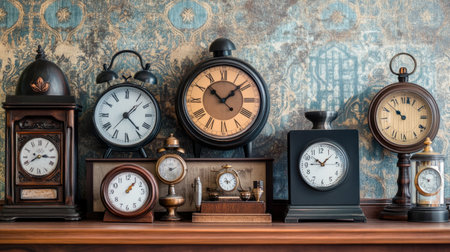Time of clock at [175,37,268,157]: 10:08
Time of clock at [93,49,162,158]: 1:23
